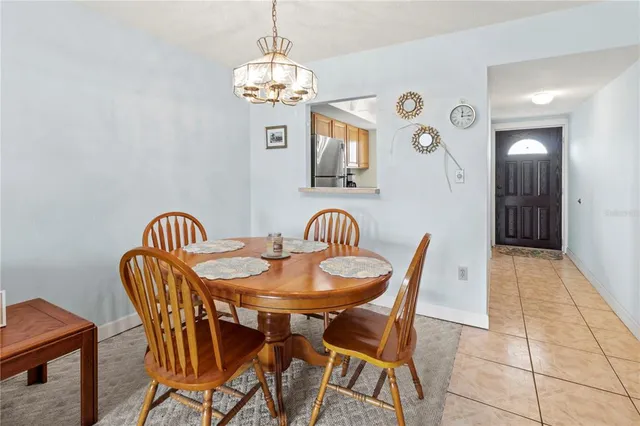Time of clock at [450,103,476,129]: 12:14
